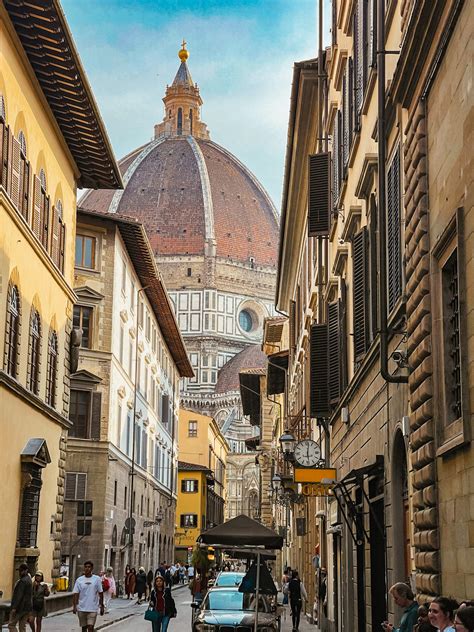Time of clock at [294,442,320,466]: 6:01
